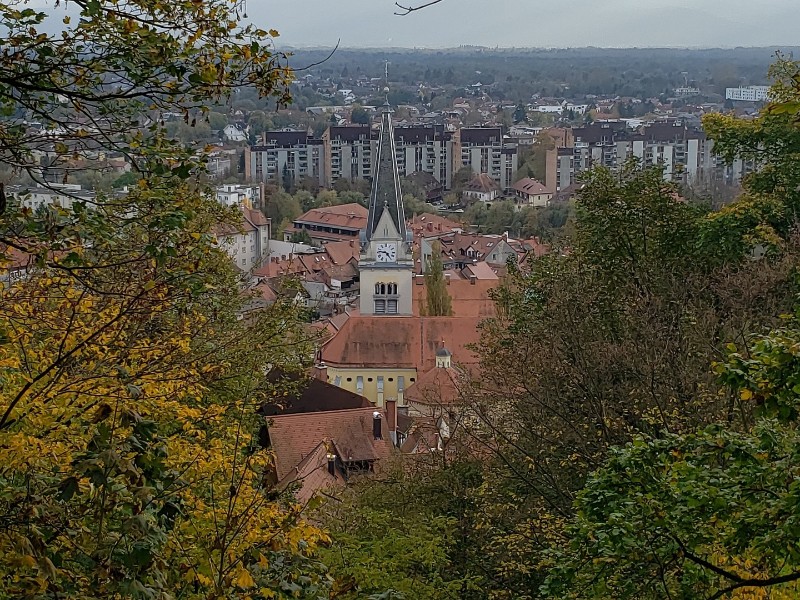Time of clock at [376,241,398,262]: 4:46
